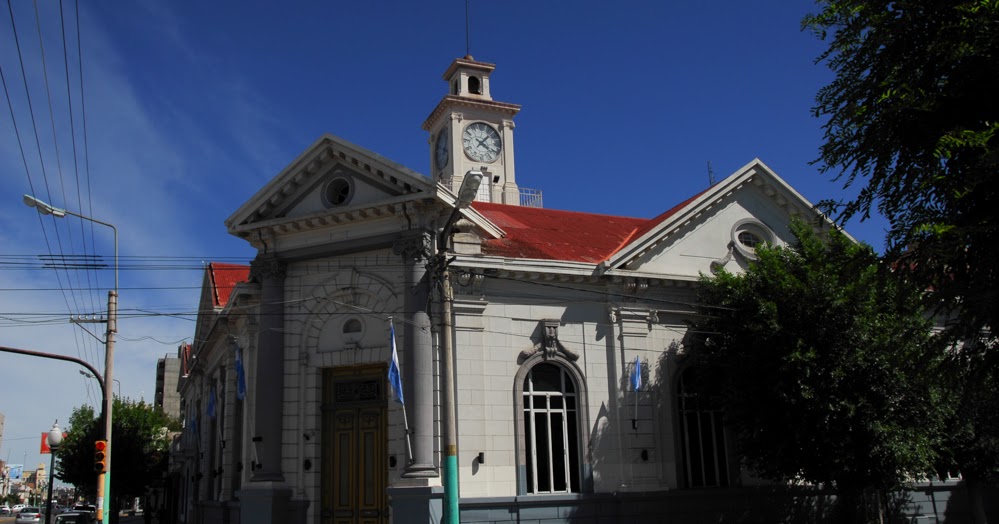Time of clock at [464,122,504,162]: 4:07
